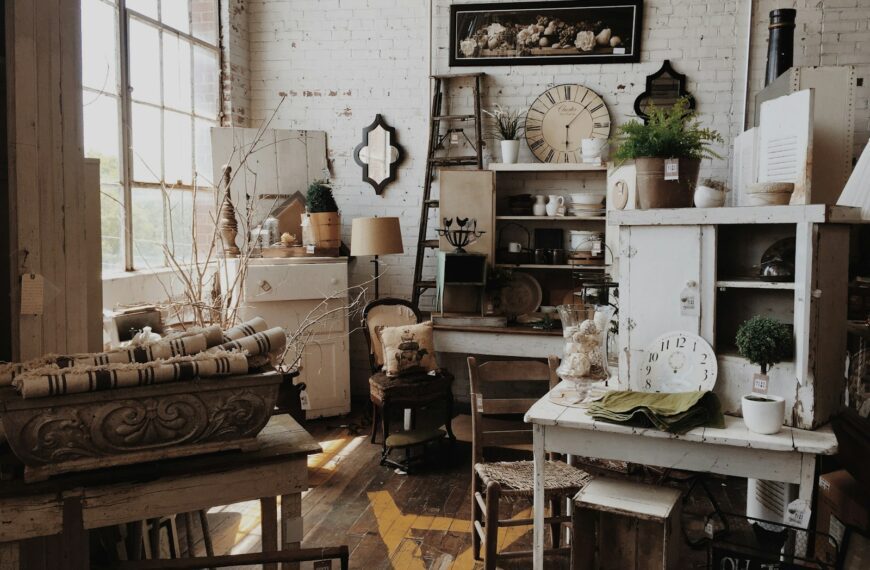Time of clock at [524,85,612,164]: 6:07
